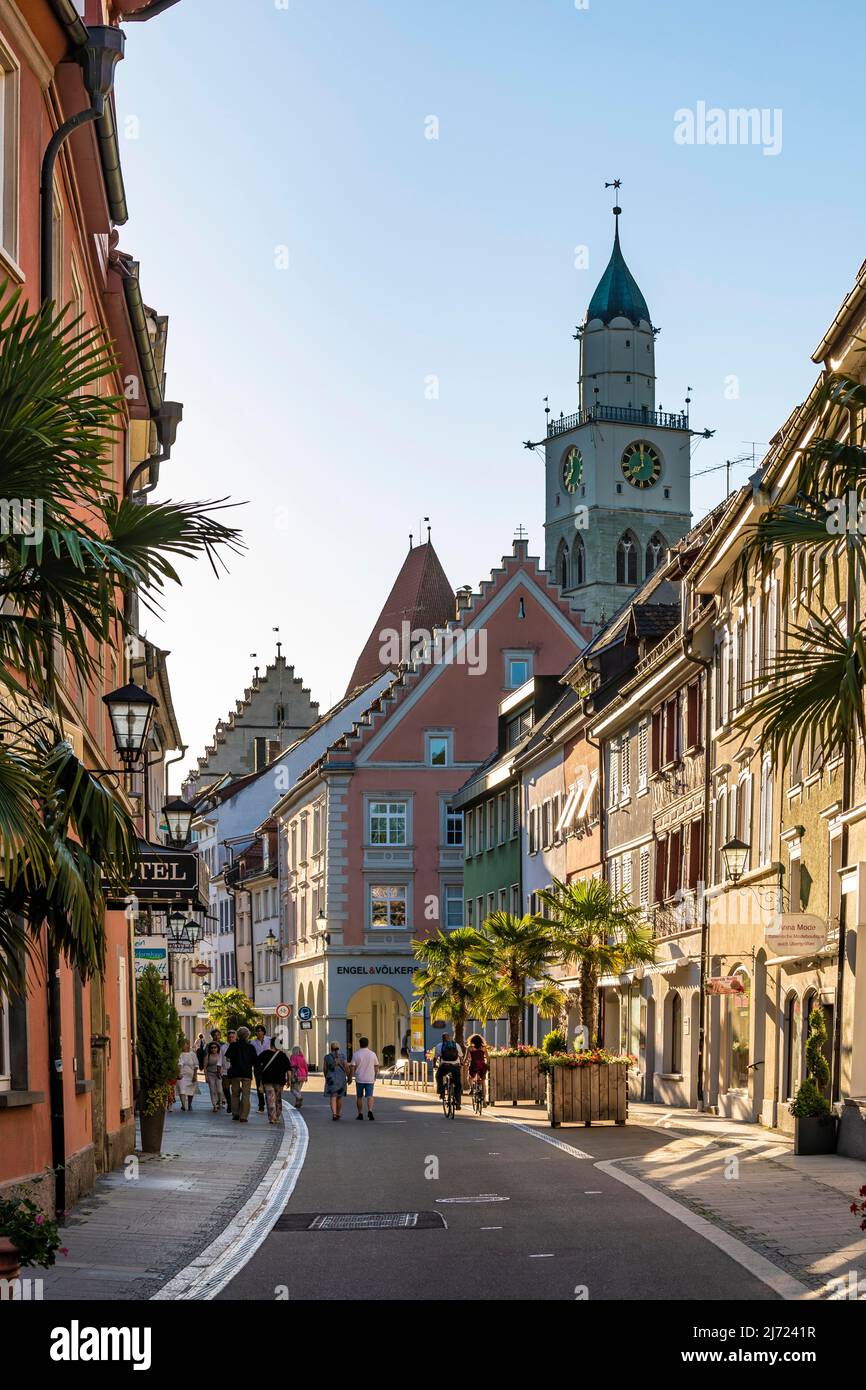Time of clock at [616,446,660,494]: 7:59
